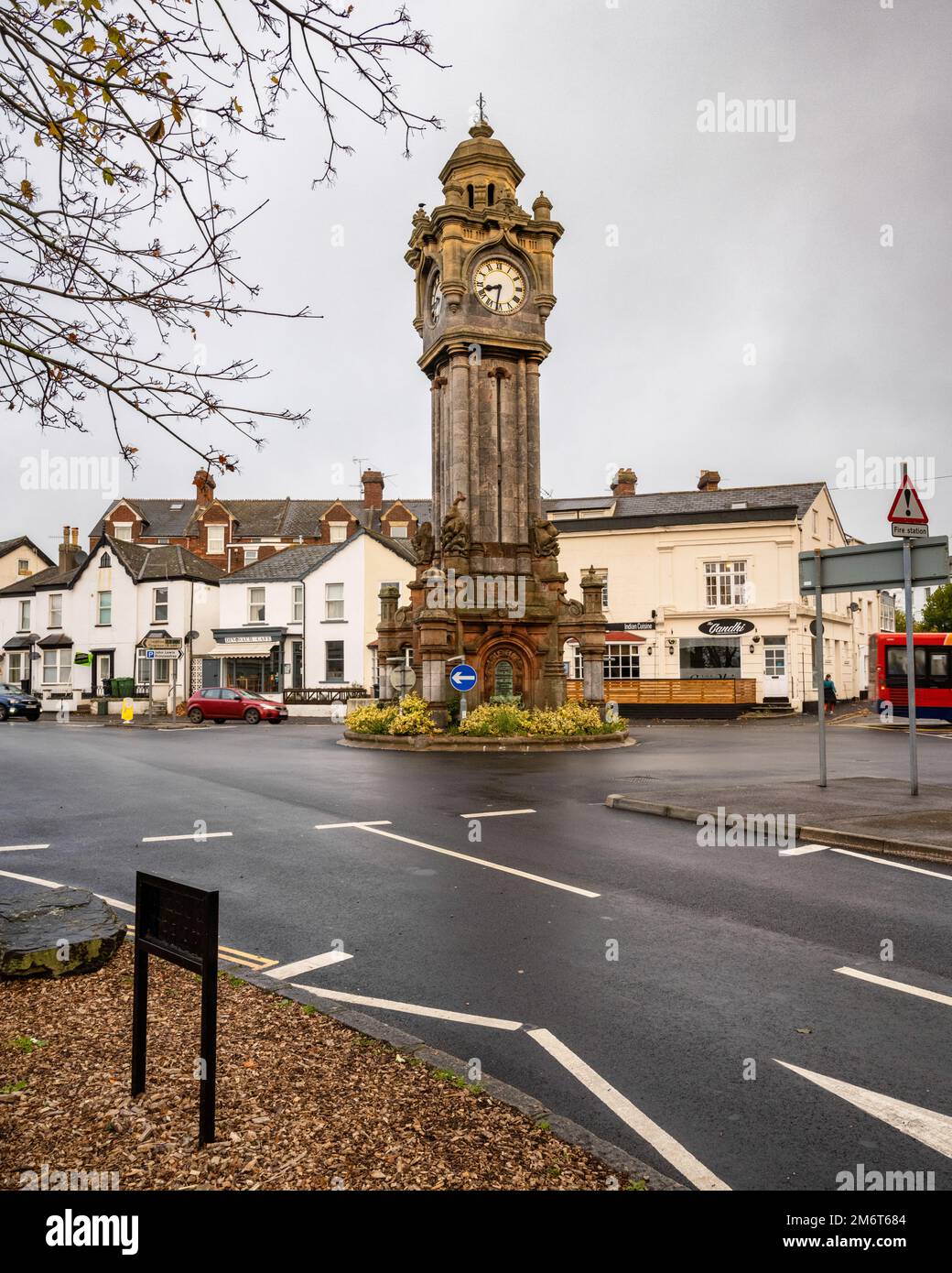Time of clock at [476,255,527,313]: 8:31
